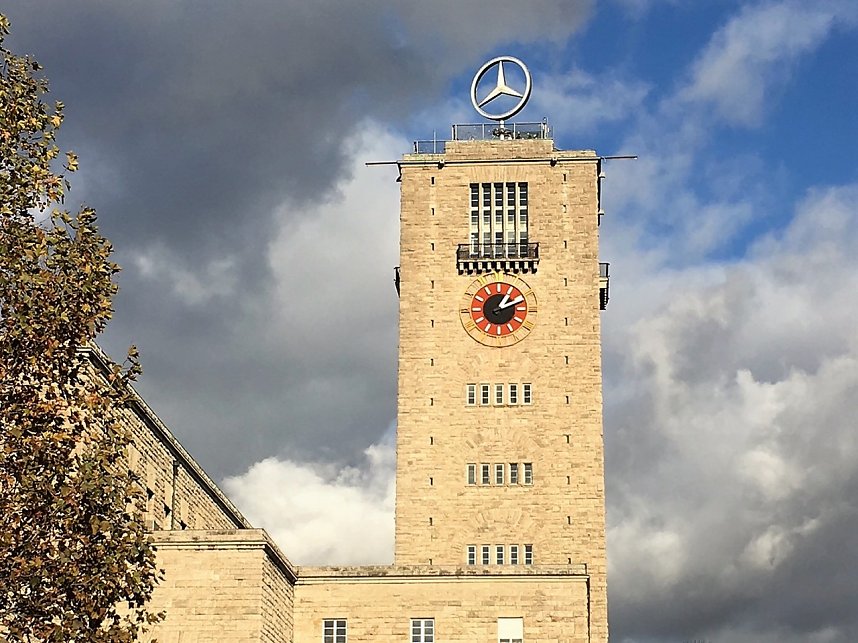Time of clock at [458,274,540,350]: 1:11
